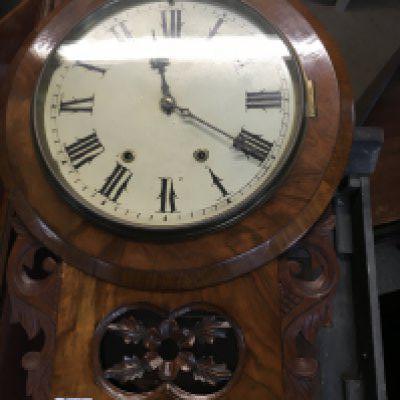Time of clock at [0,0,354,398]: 11:20
